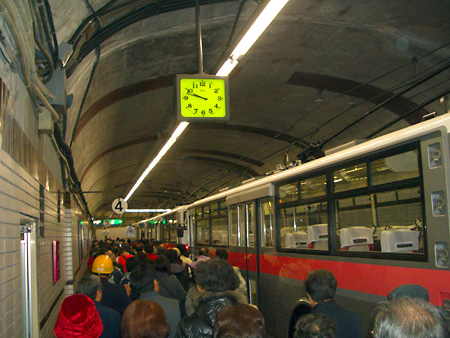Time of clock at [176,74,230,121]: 9:47
